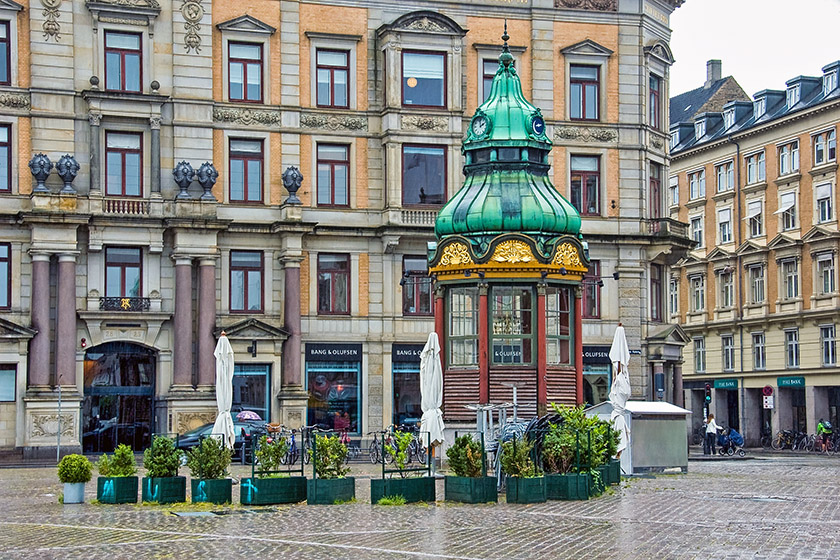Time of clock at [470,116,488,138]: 1:59
